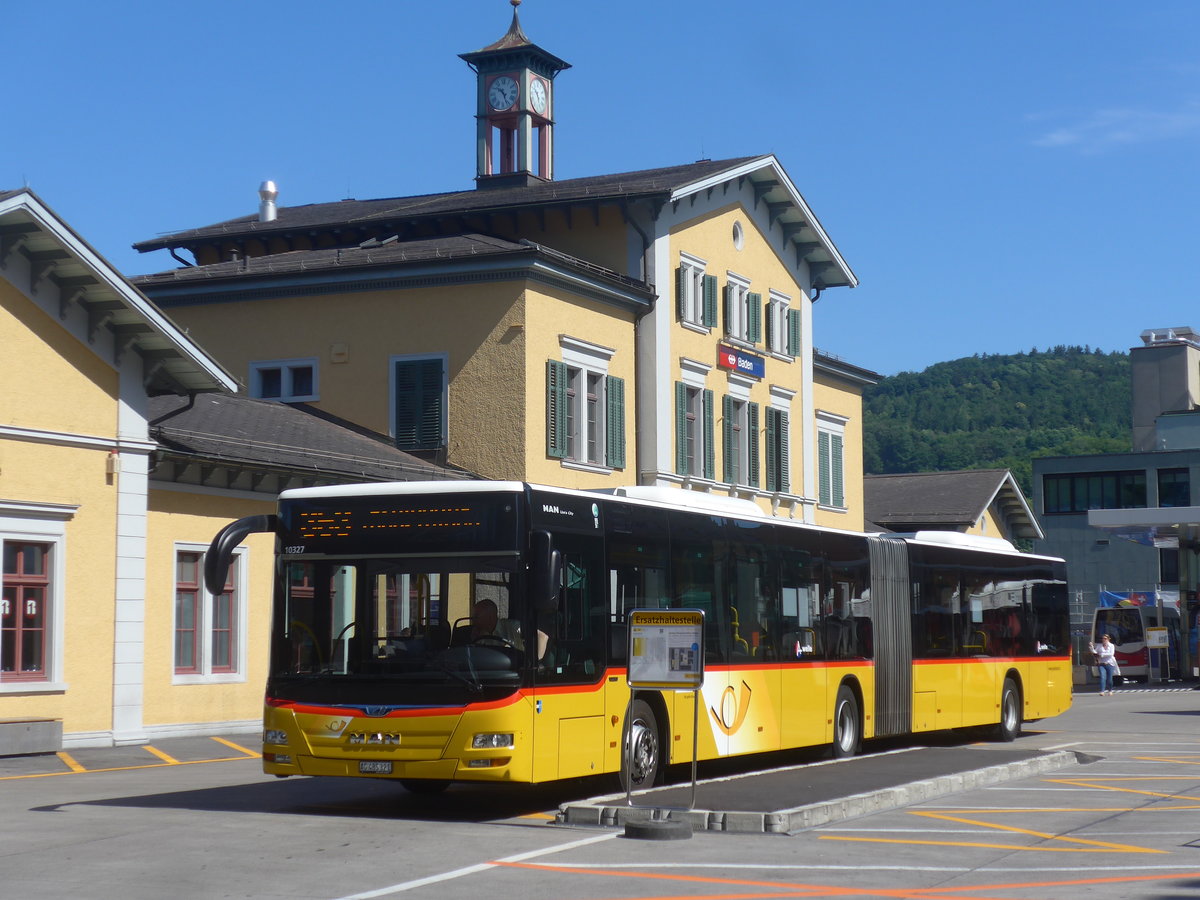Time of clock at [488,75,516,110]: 10:26
